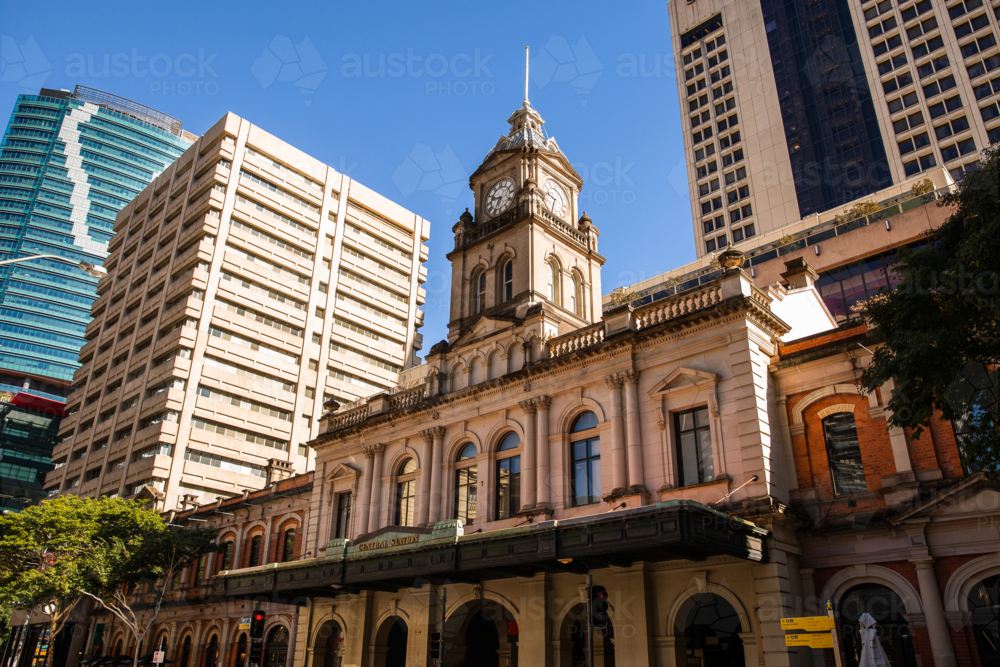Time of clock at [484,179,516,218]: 9:34
